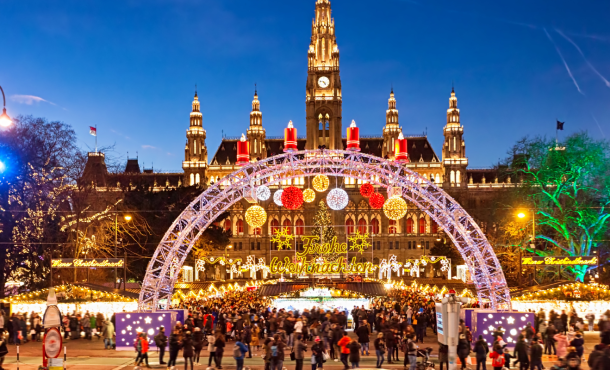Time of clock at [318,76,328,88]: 4:46
